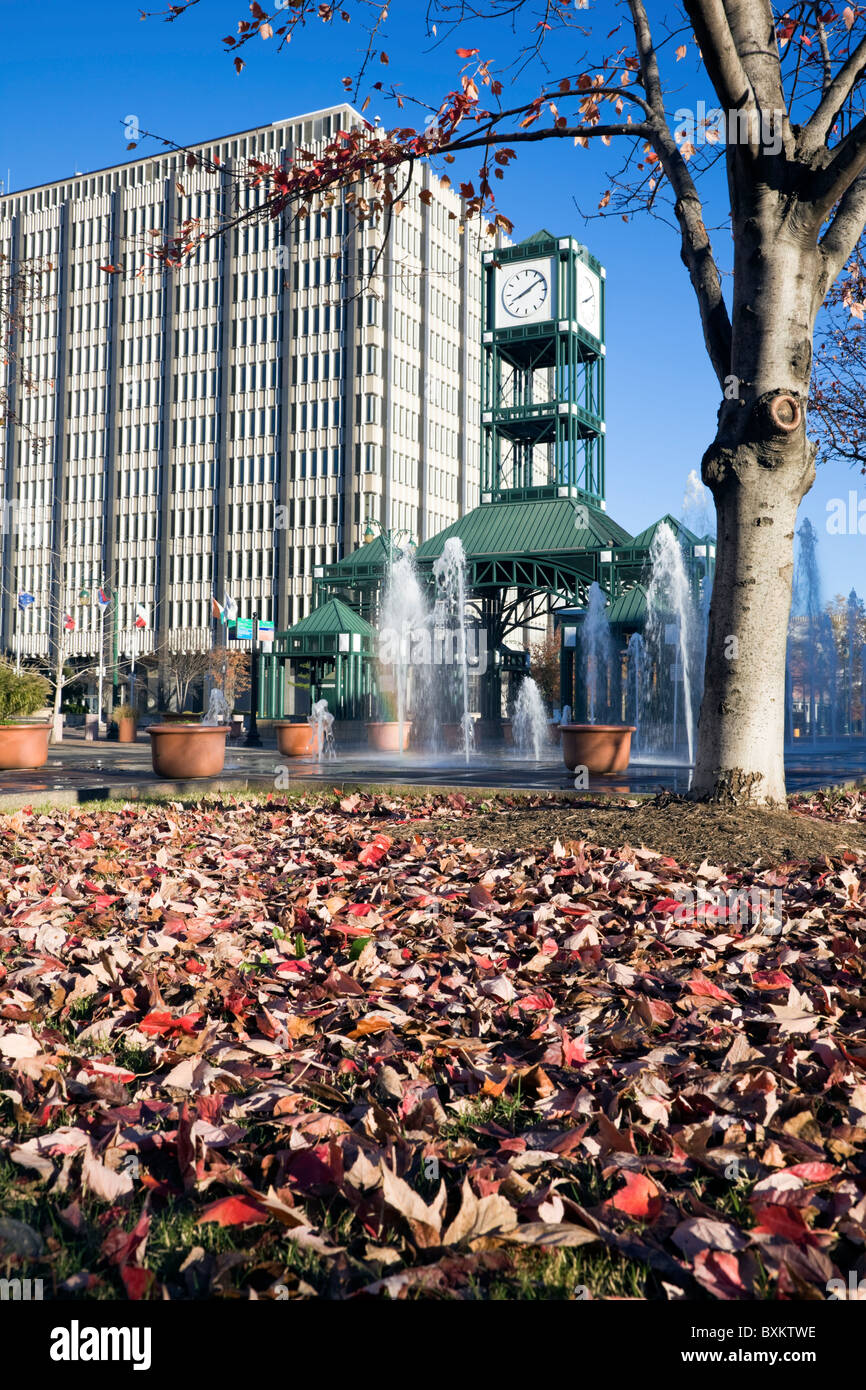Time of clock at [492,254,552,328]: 8:09
